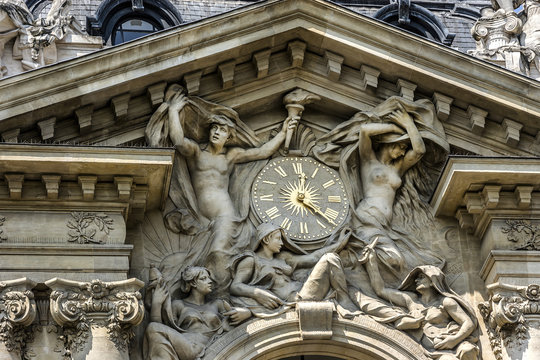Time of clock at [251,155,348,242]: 12:21
